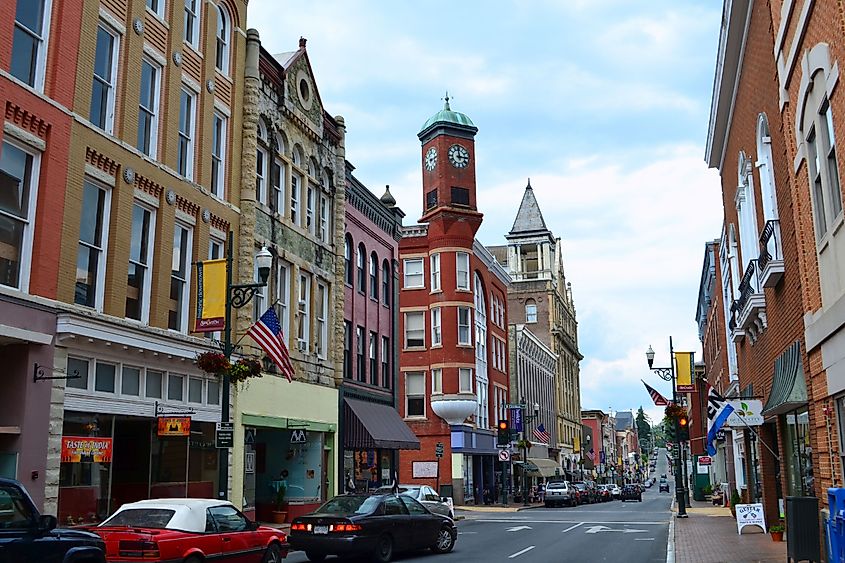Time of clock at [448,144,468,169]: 2:59
